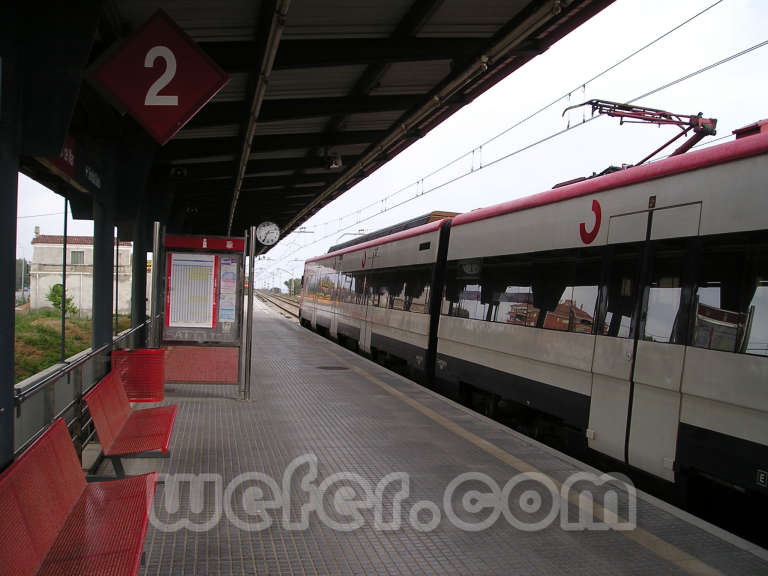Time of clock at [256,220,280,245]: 2:34
